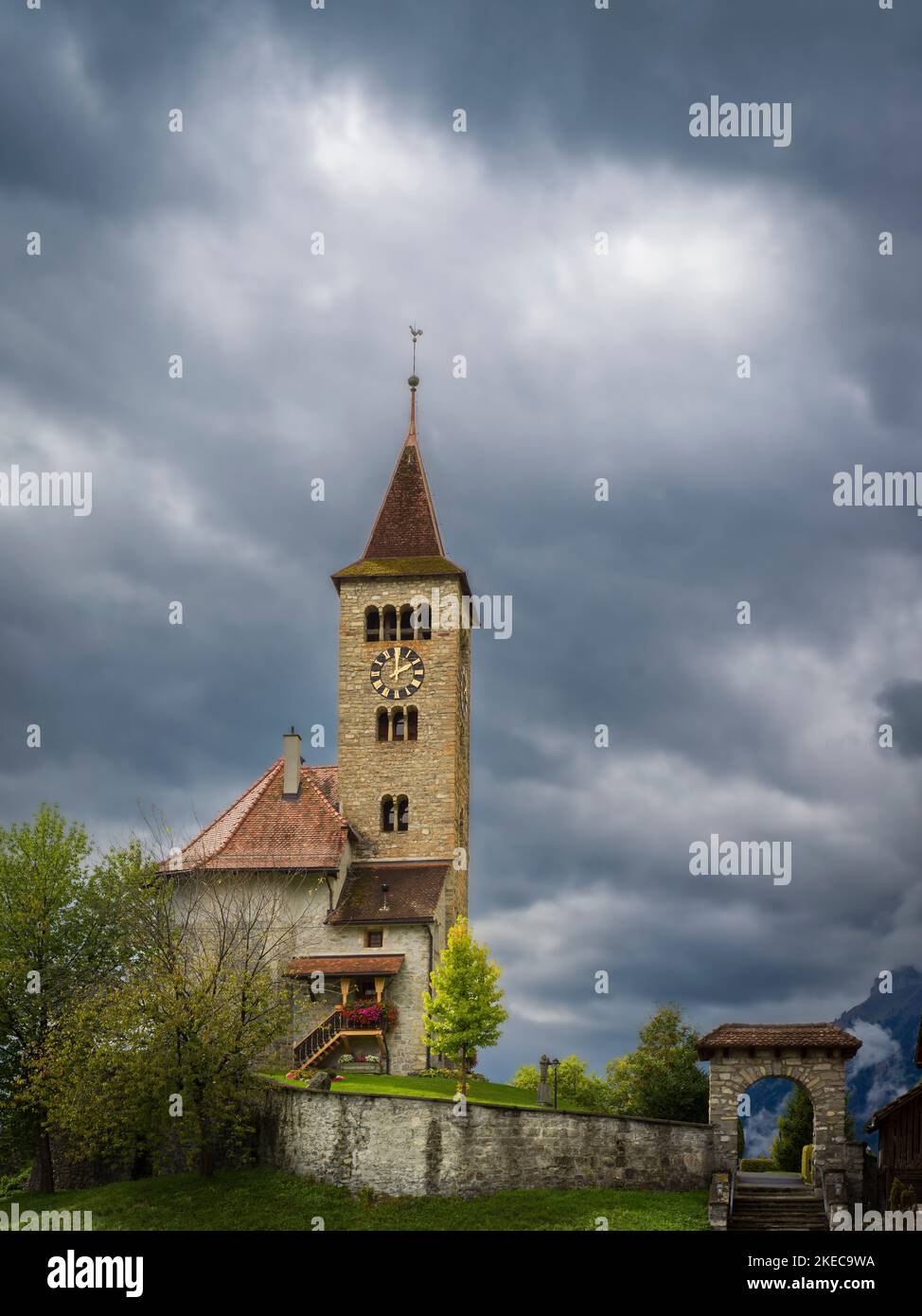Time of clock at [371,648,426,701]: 2:00
